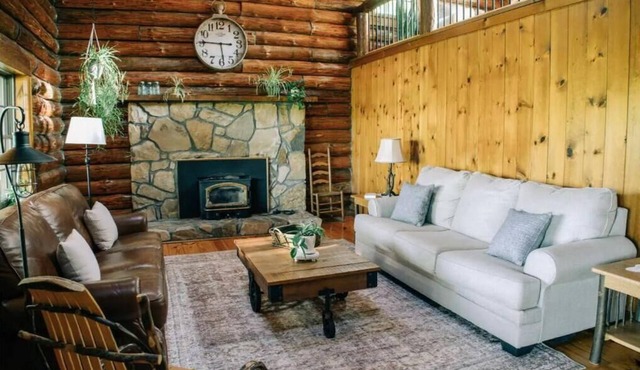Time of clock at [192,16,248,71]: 5:45
